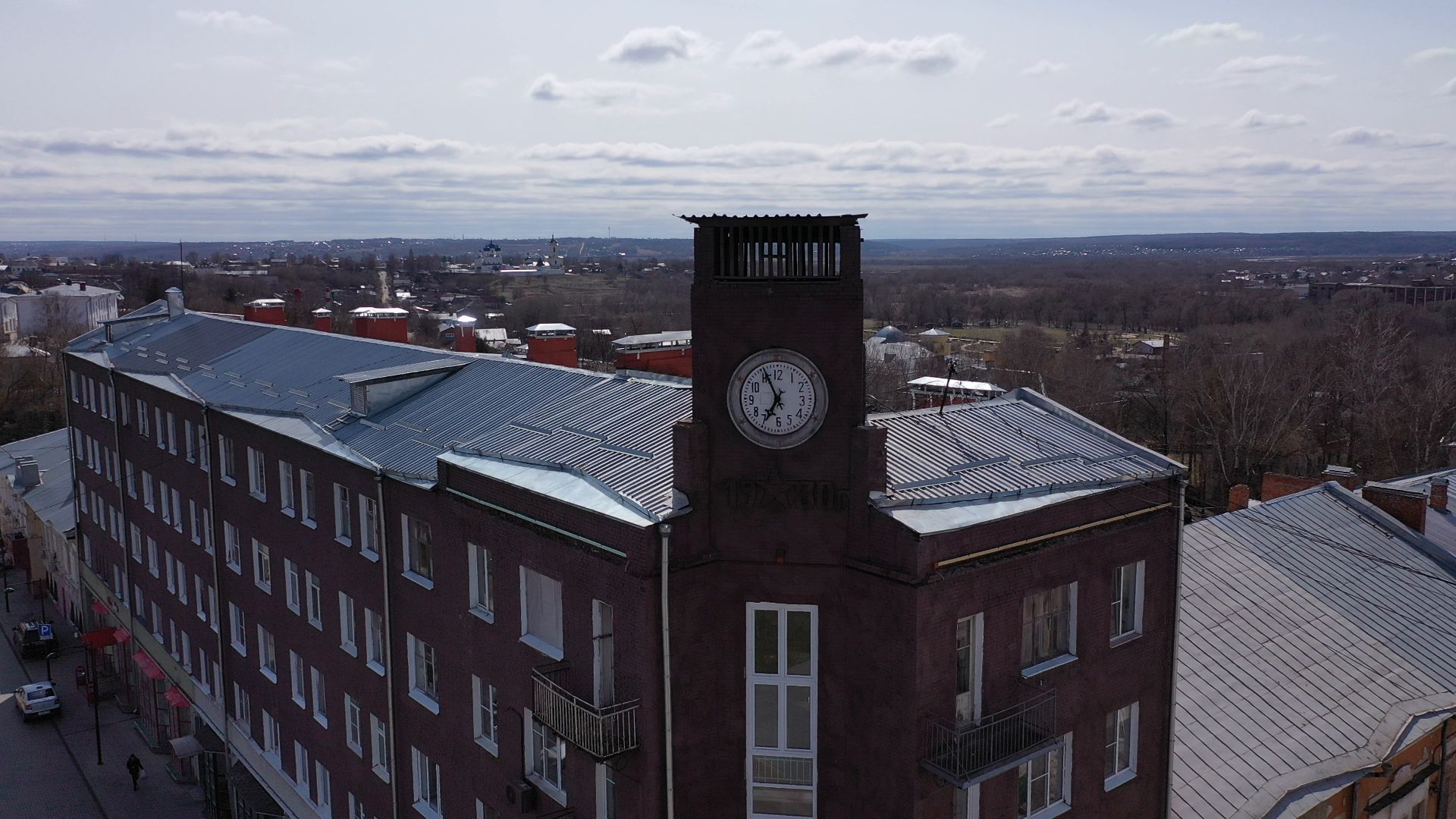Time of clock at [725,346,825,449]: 6:55
